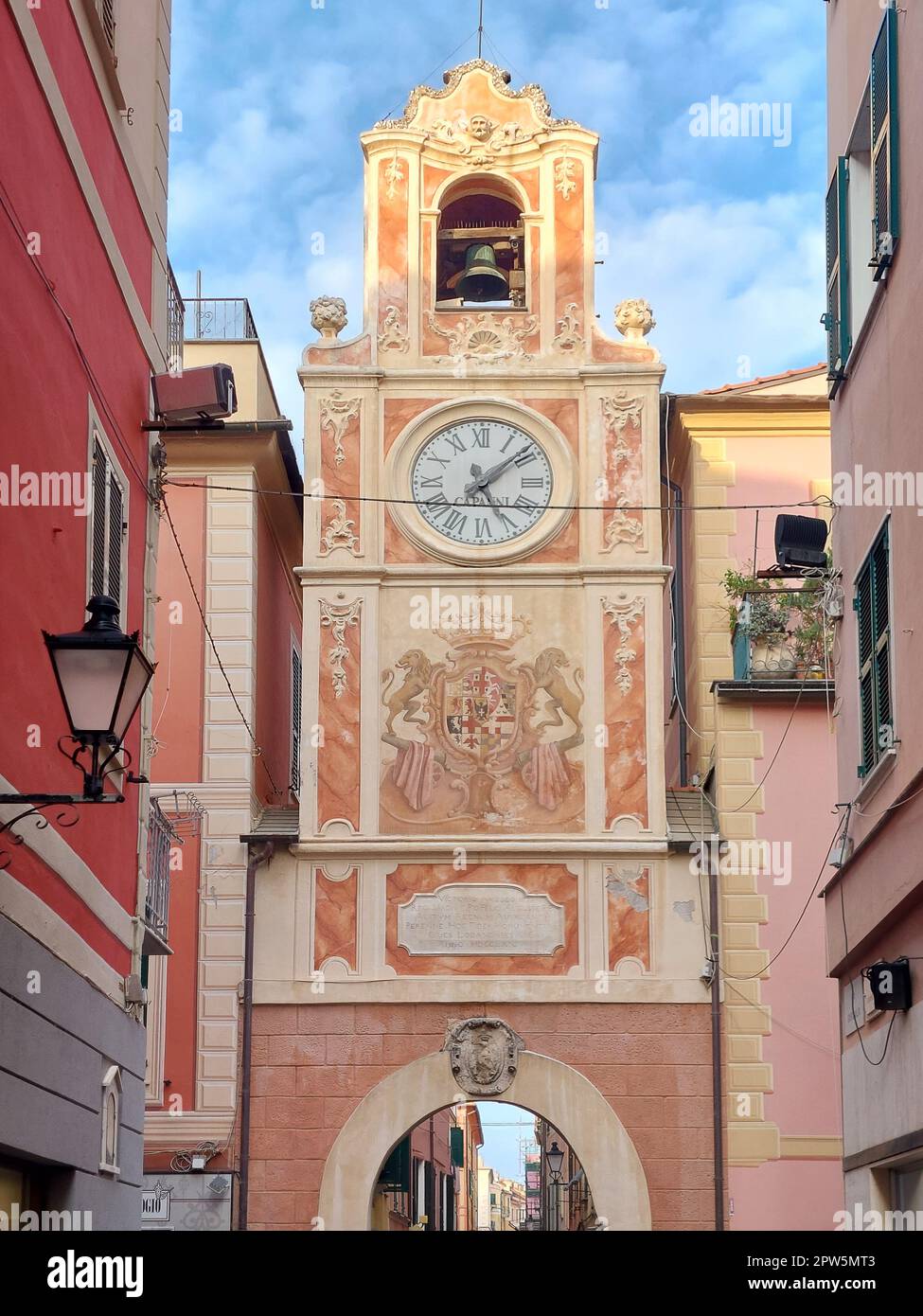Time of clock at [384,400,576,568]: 5:08
